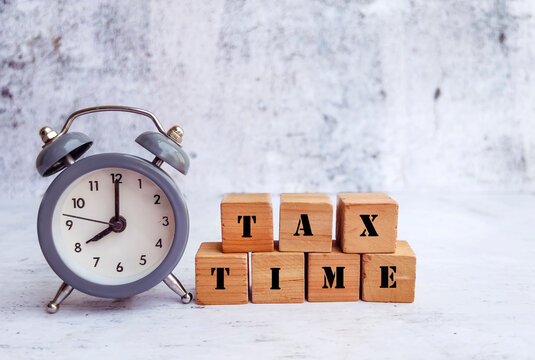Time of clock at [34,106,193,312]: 8:00
